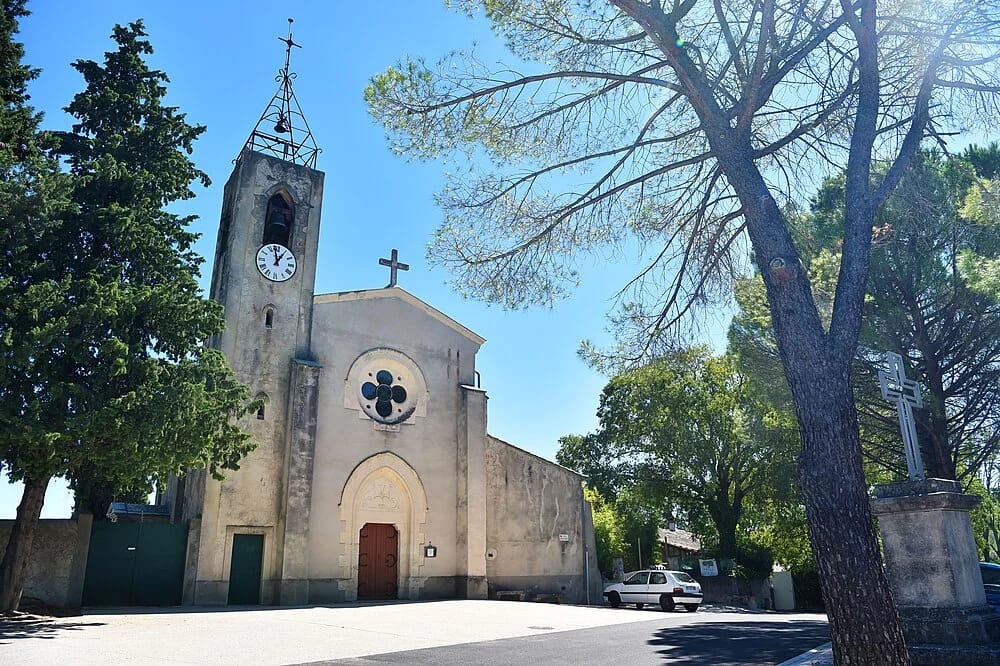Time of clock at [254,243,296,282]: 12:58
